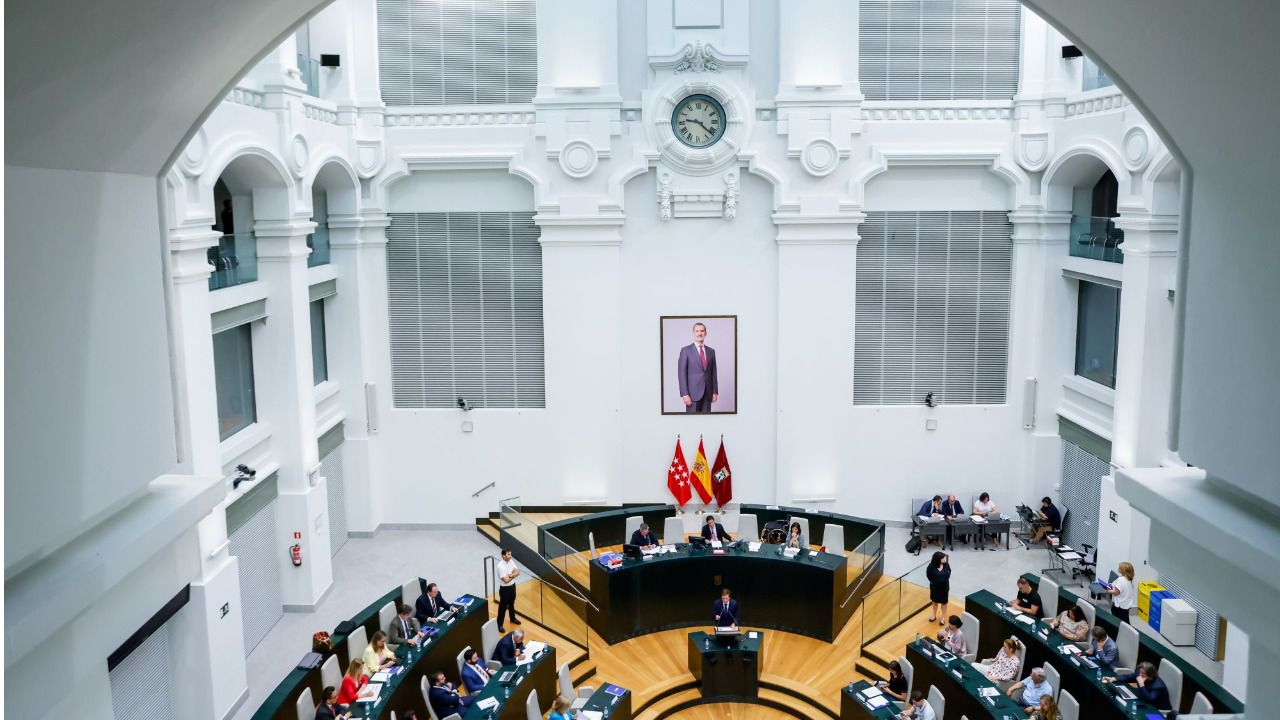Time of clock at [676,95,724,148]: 9:21
